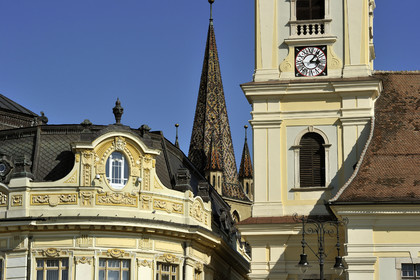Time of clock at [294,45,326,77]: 3:06
